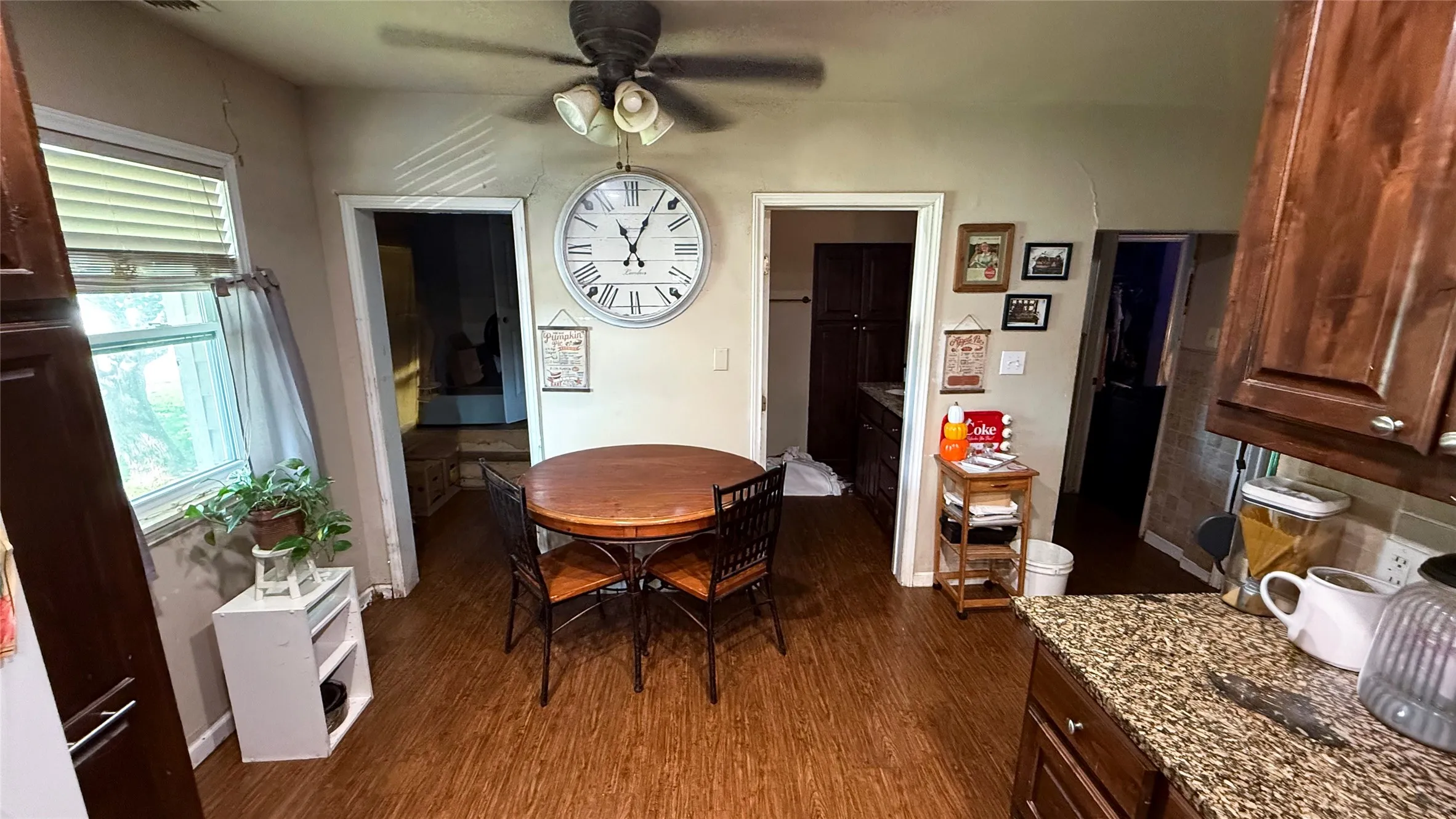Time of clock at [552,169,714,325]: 11:04
